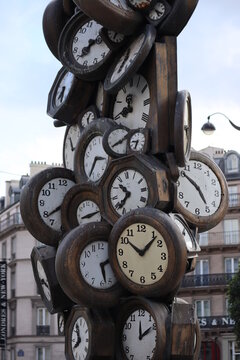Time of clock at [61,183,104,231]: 8:12
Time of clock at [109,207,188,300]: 10:07
